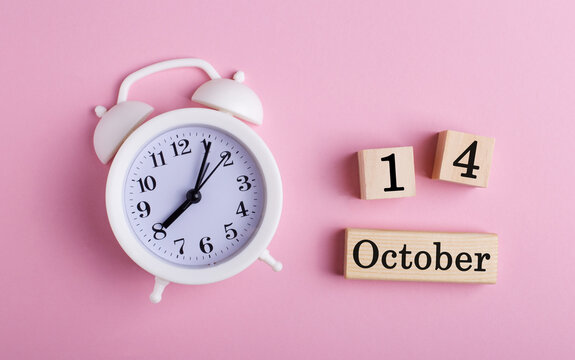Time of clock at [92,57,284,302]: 8:06
